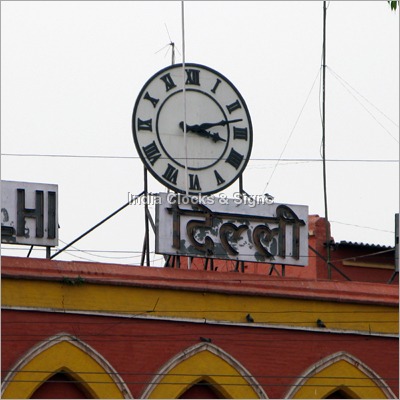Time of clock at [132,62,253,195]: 3:12
